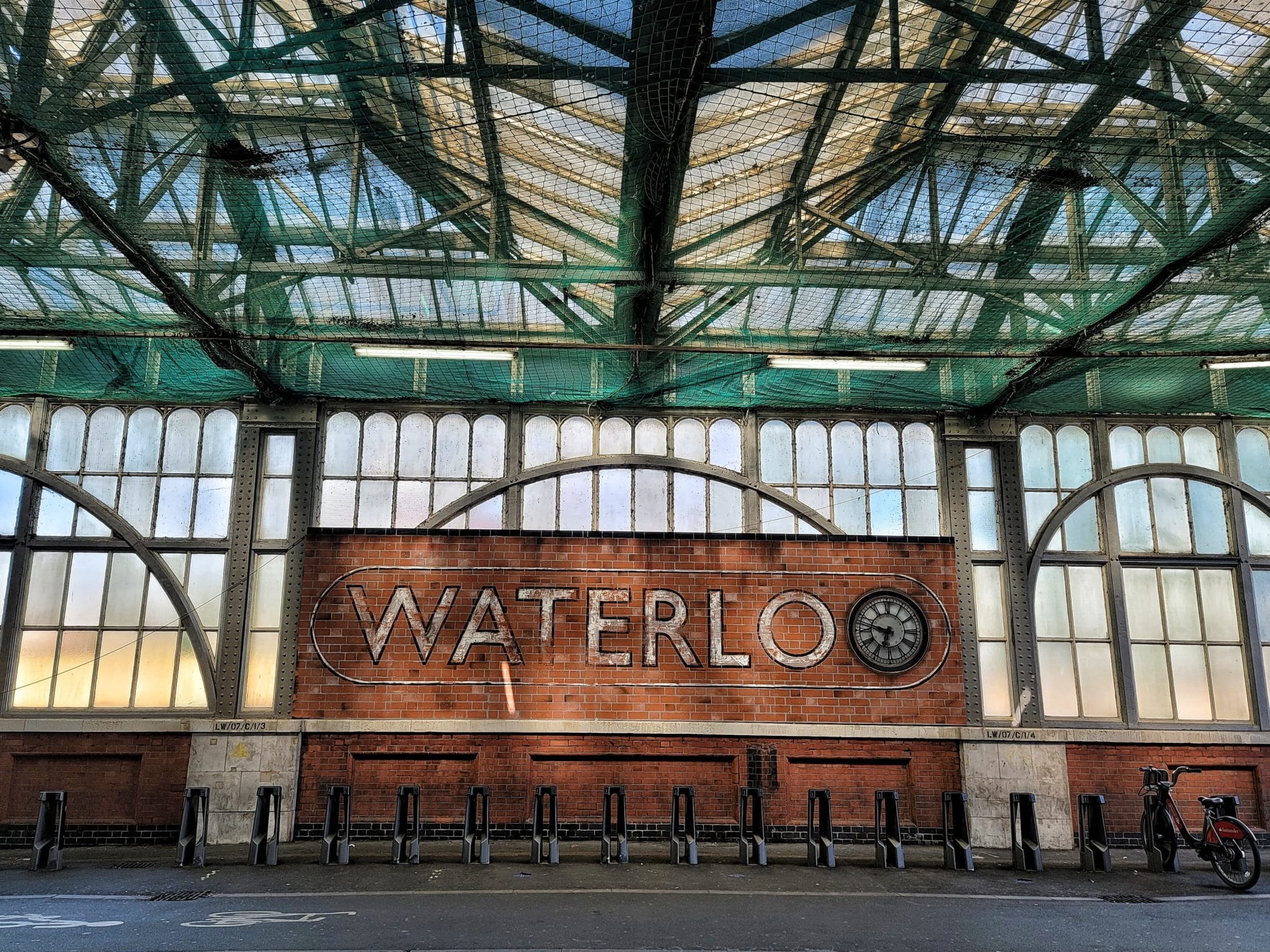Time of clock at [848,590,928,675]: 6:47
